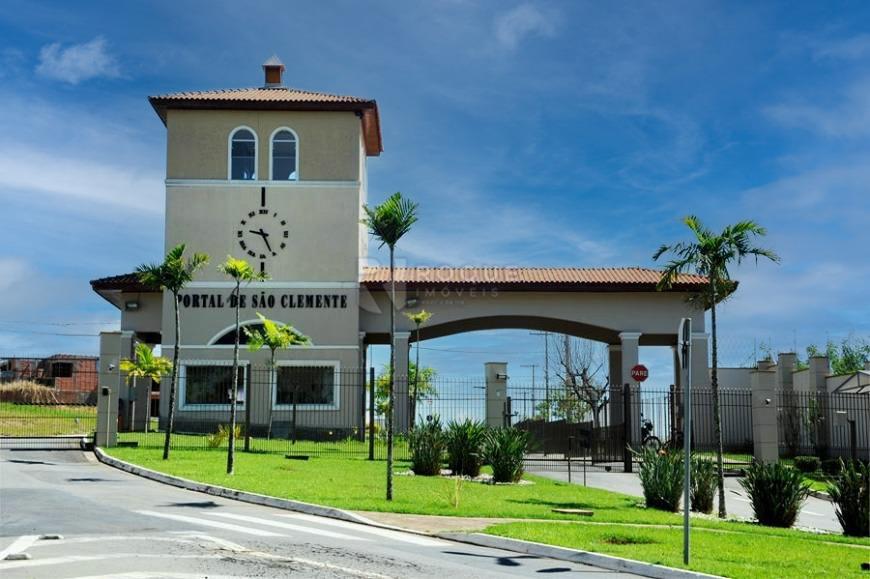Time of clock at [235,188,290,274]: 9:25
